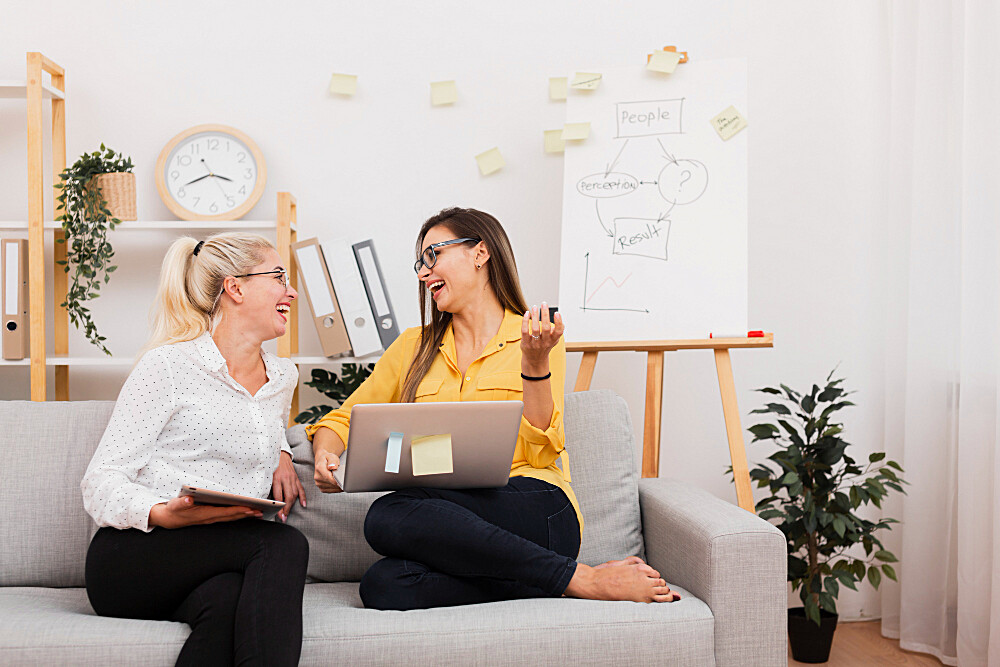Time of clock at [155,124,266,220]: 3:41
